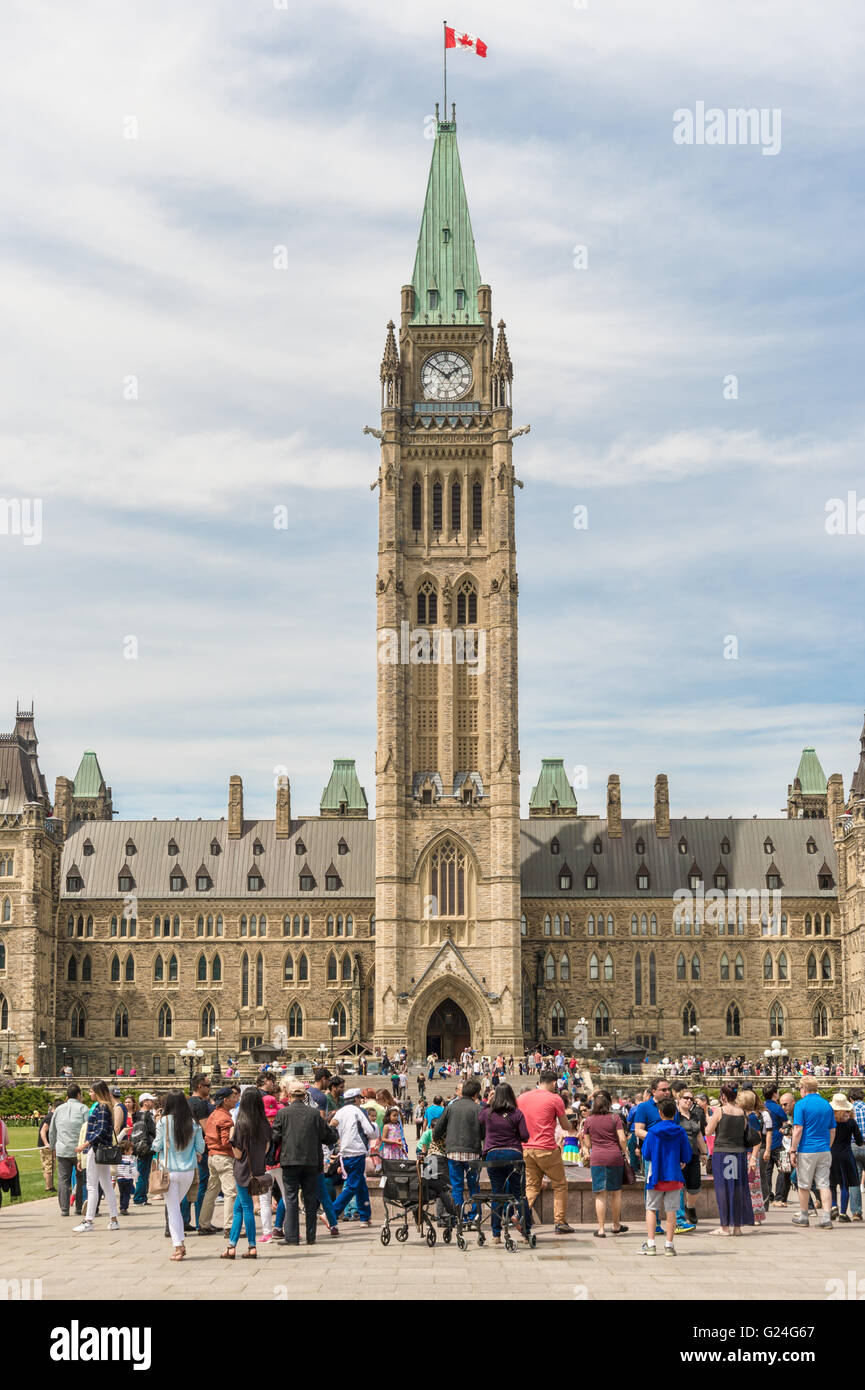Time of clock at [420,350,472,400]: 1:51
